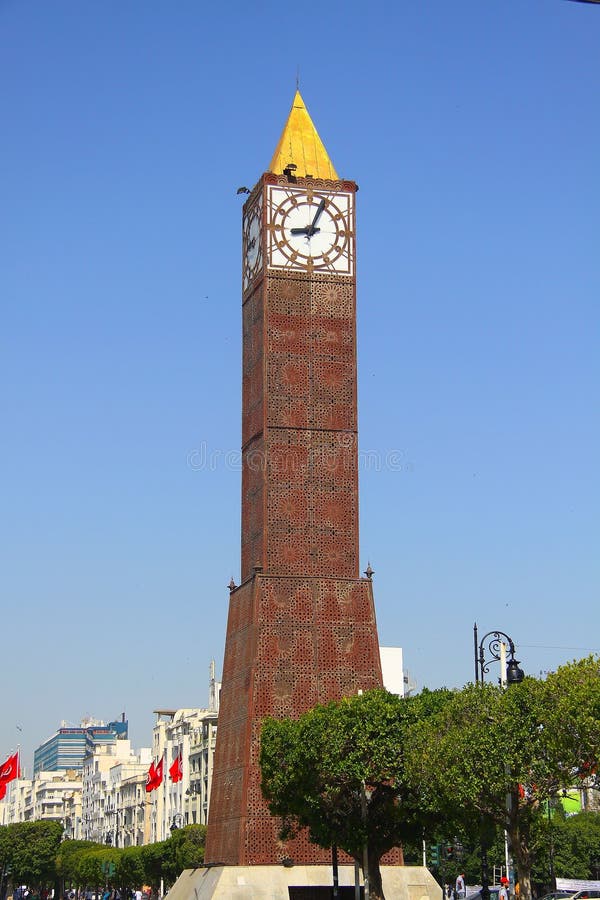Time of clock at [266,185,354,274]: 9:03
